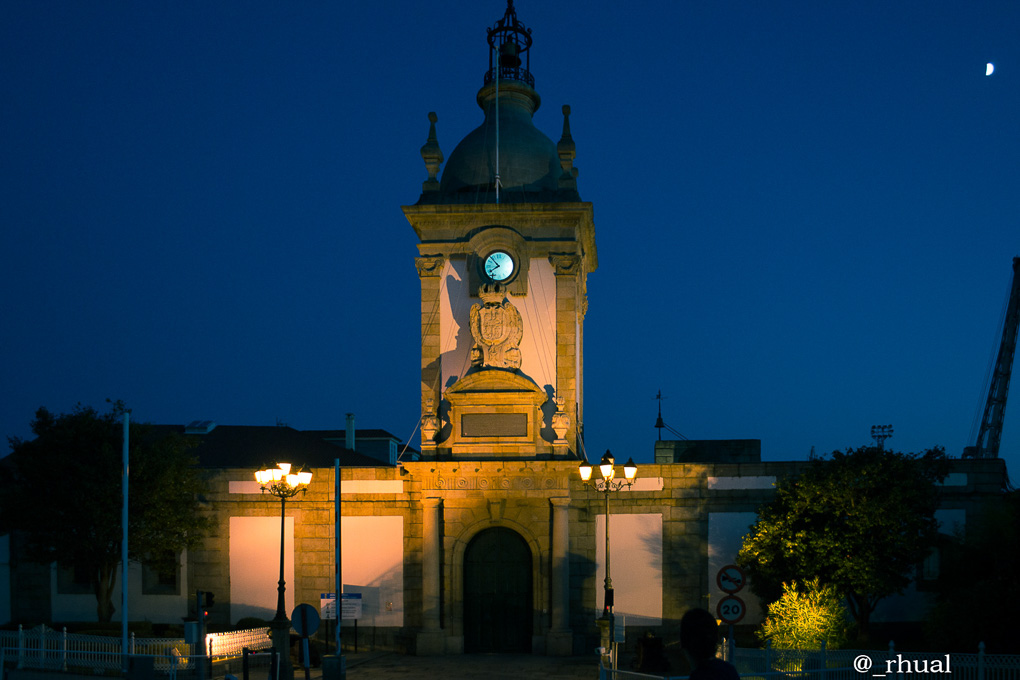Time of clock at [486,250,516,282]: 7:53
